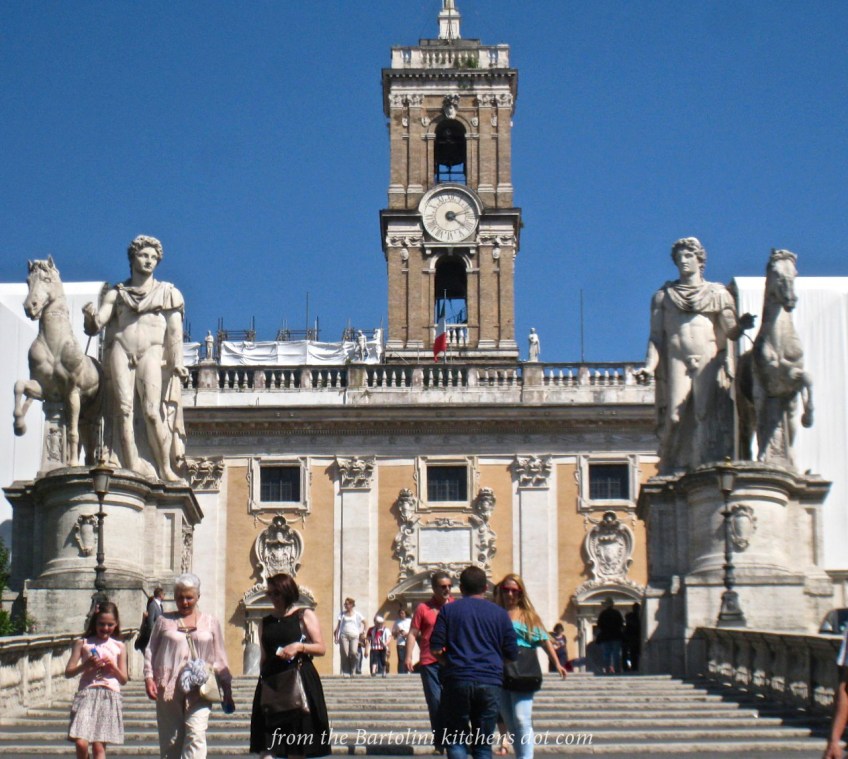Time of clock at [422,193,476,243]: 4:12
